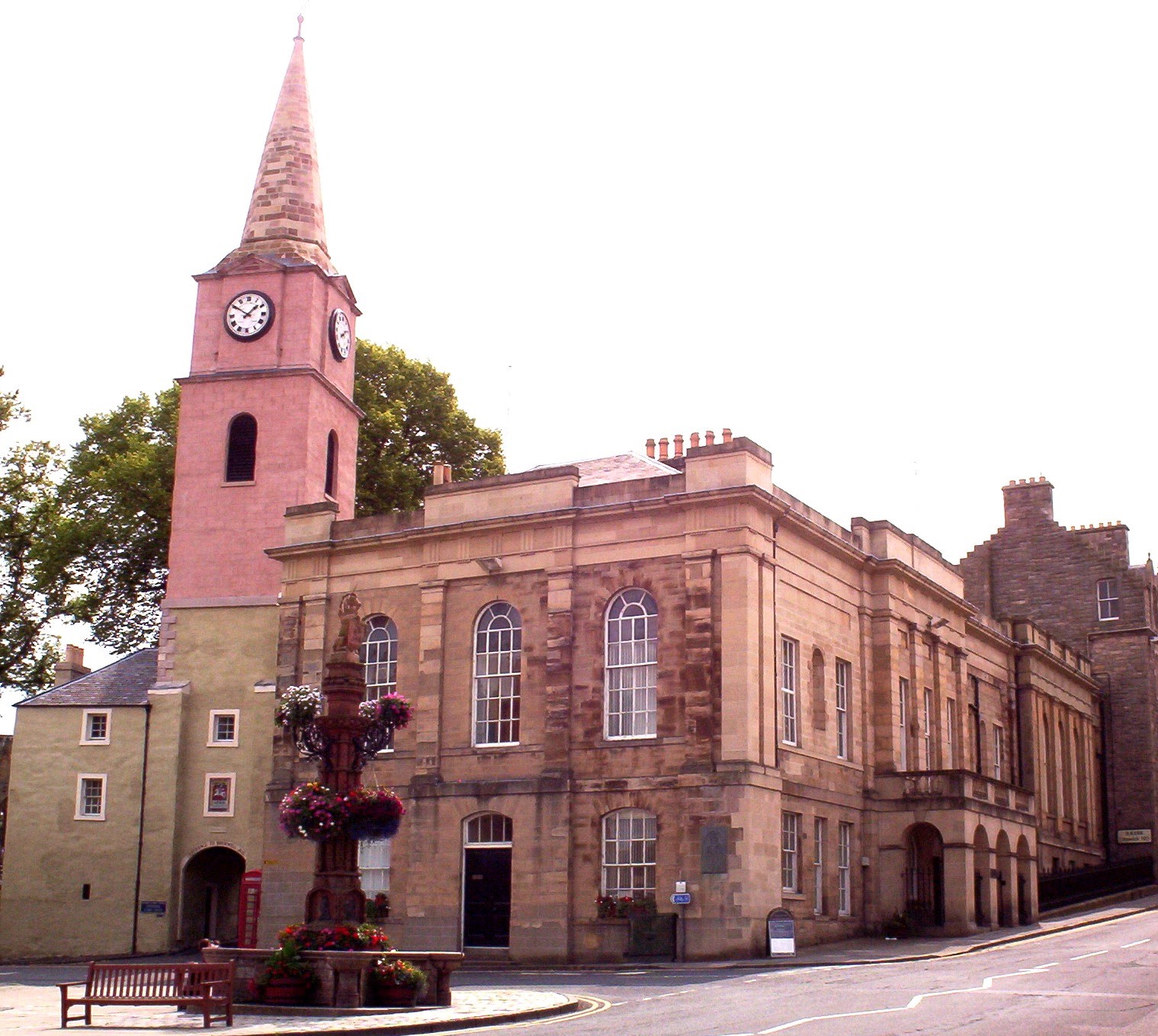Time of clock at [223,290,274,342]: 1:50
